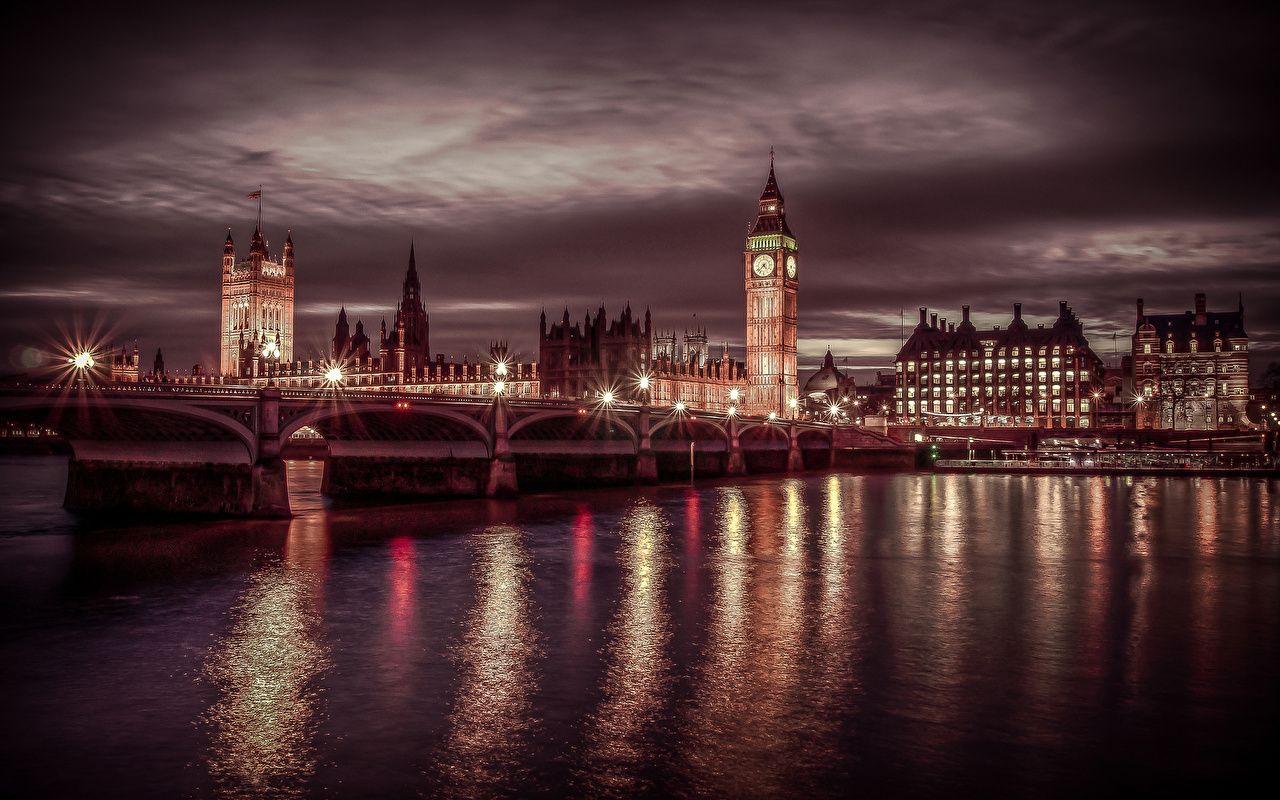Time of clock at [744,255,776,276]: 4:37
